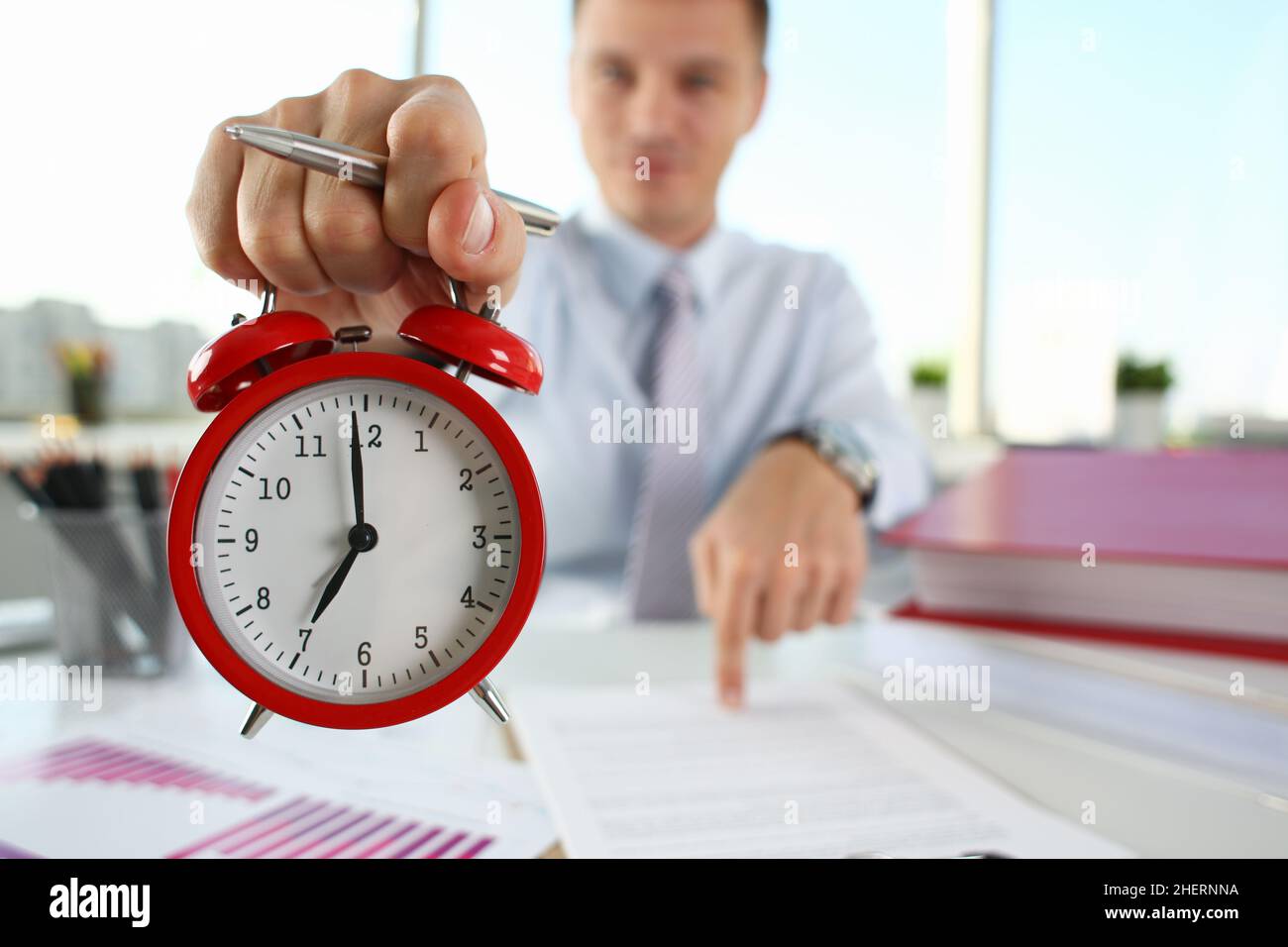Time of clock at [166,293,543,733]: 6:59
